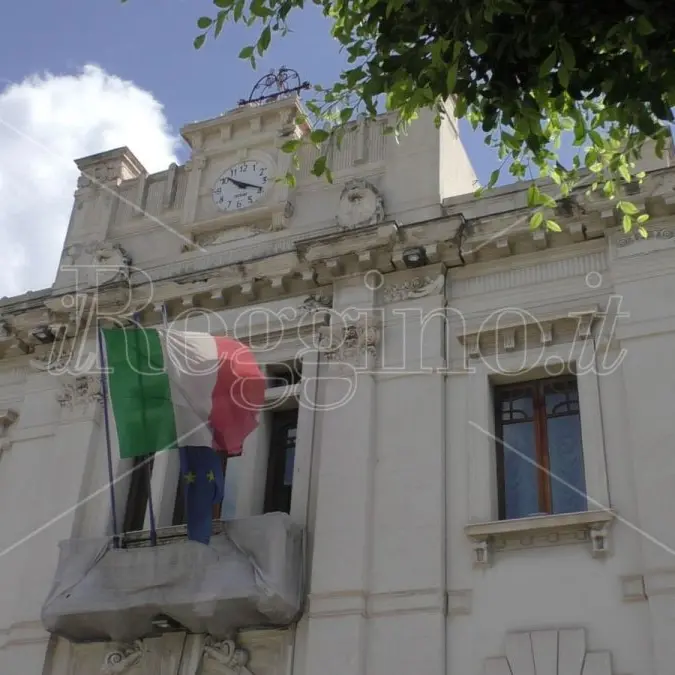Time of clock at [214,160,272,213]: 10:19
